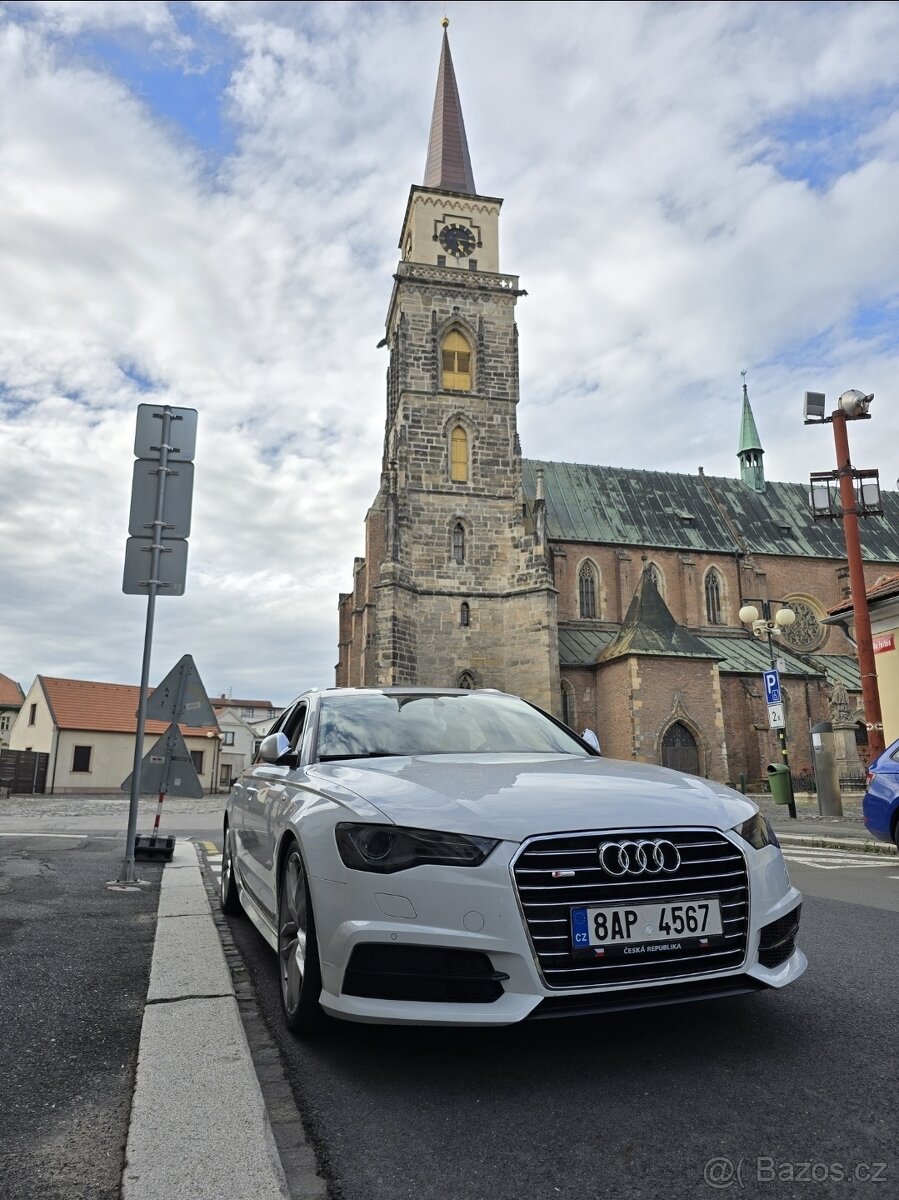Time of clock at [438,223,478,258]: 5:15
